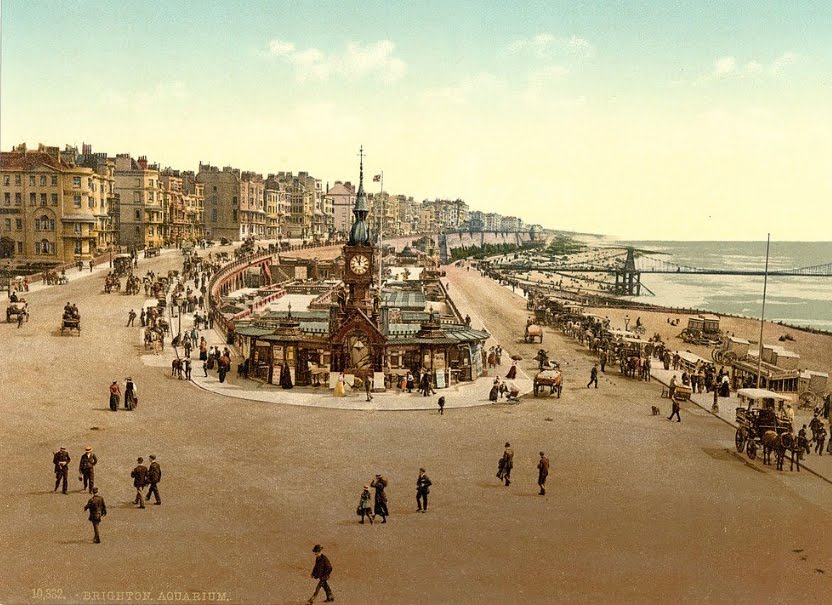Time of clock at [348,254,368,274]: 11:55
